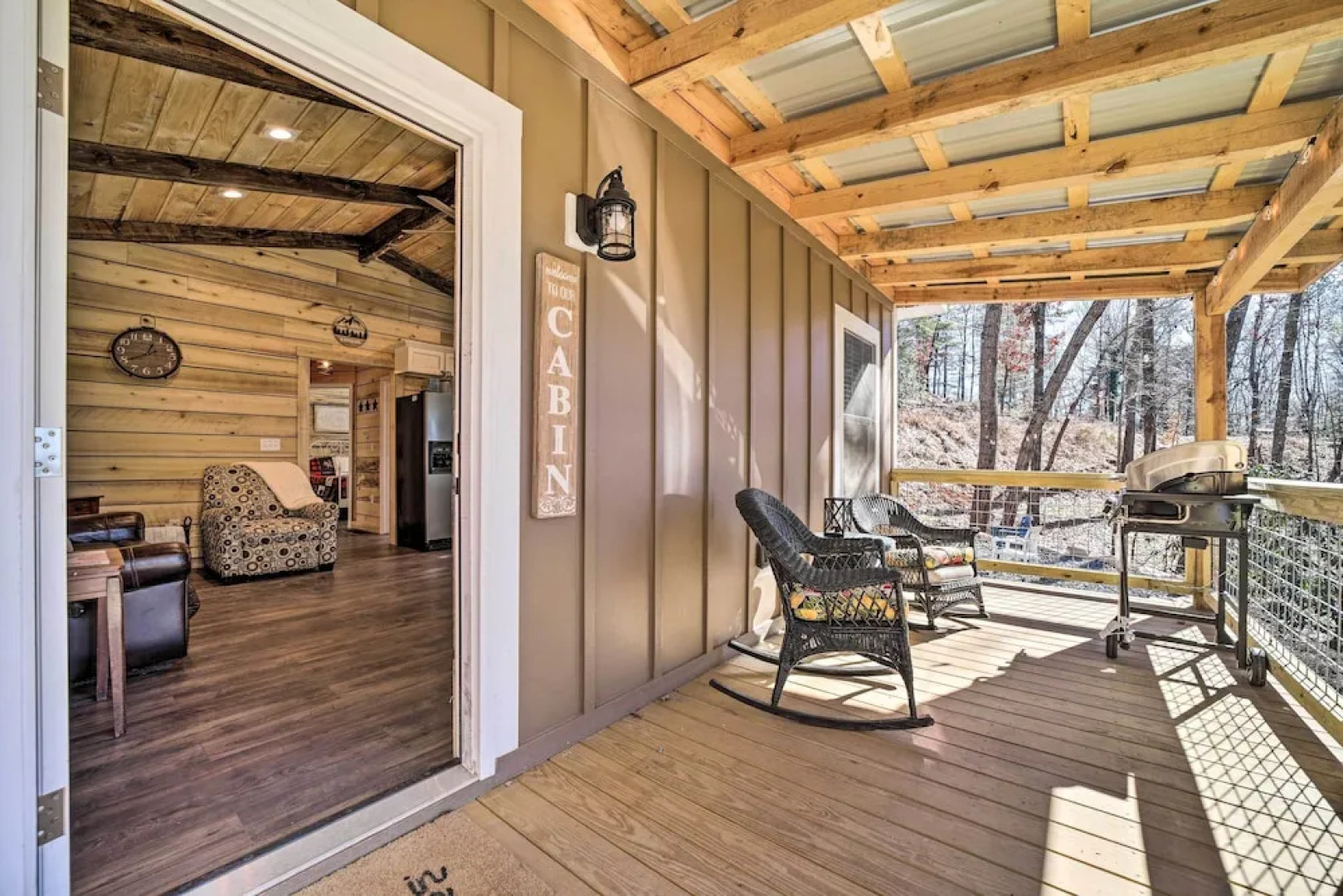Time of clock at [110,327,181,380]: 12:40
